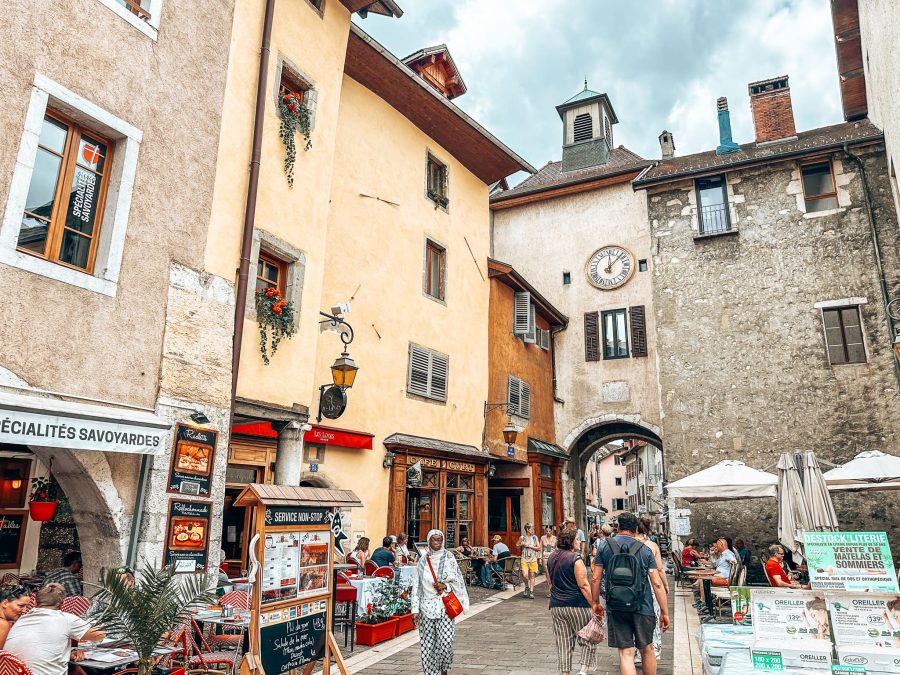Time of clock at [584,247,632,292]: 12:07
